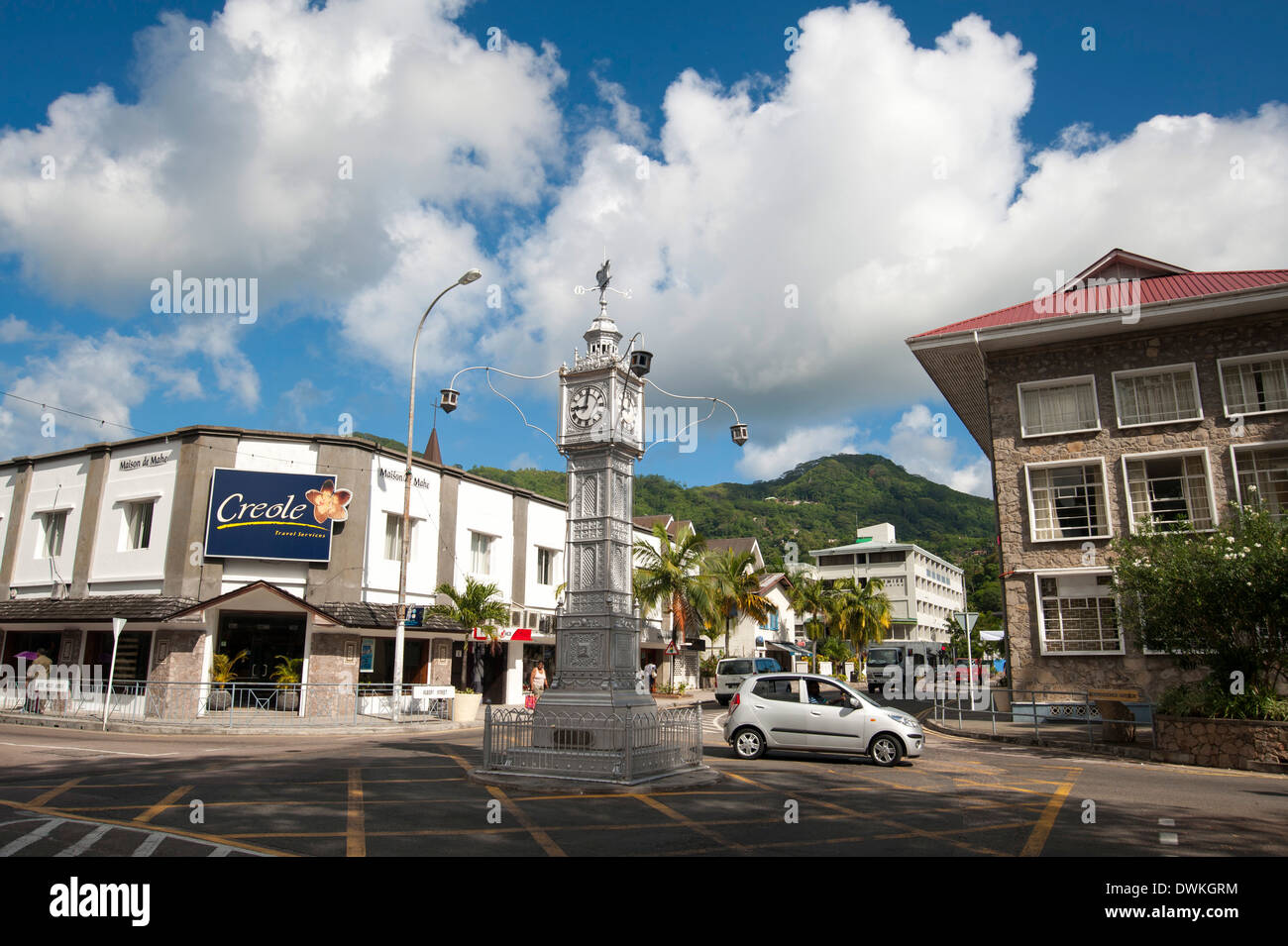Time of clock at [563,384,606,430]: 9:01
